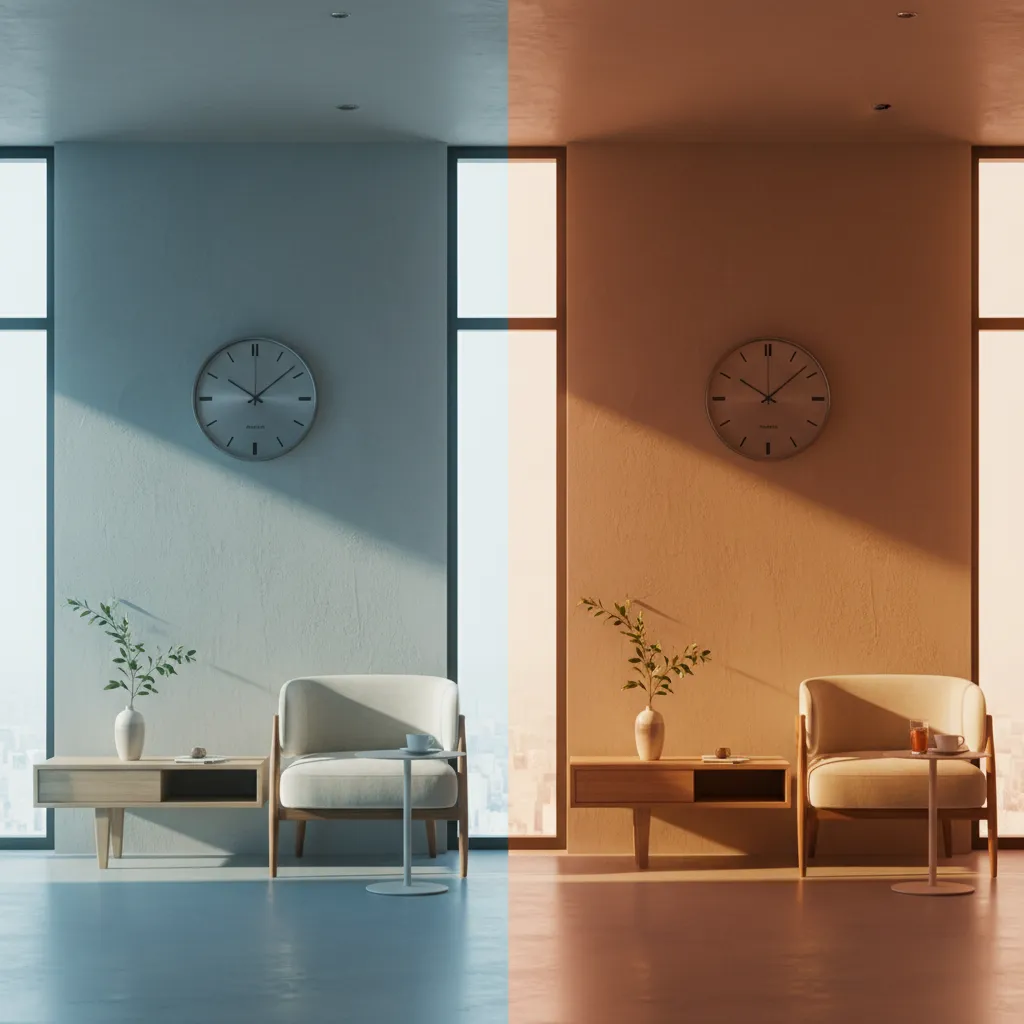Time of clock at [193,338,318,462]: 10:08
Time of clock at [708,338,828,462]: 10:08
